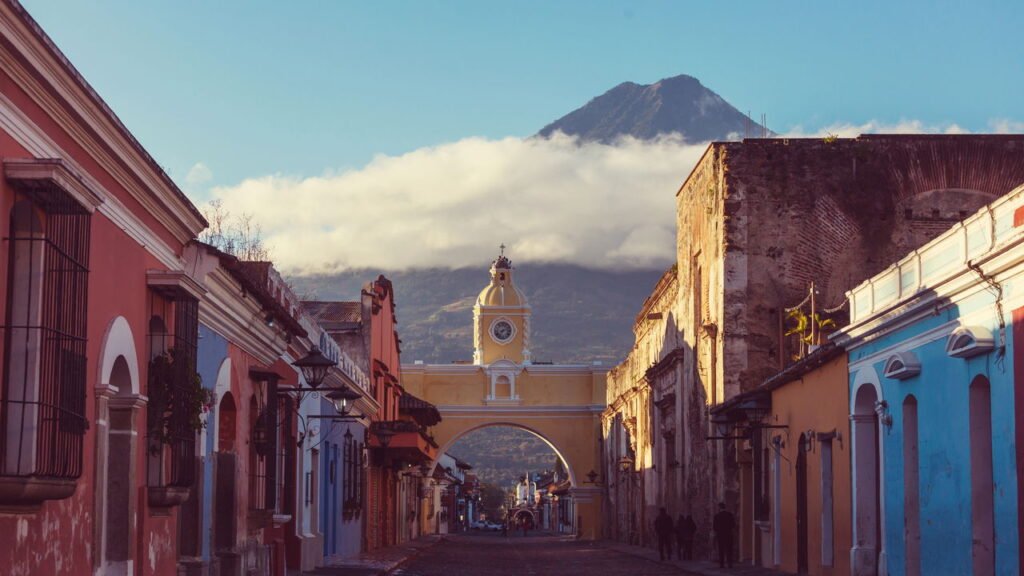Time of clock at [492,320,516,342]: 7:12
